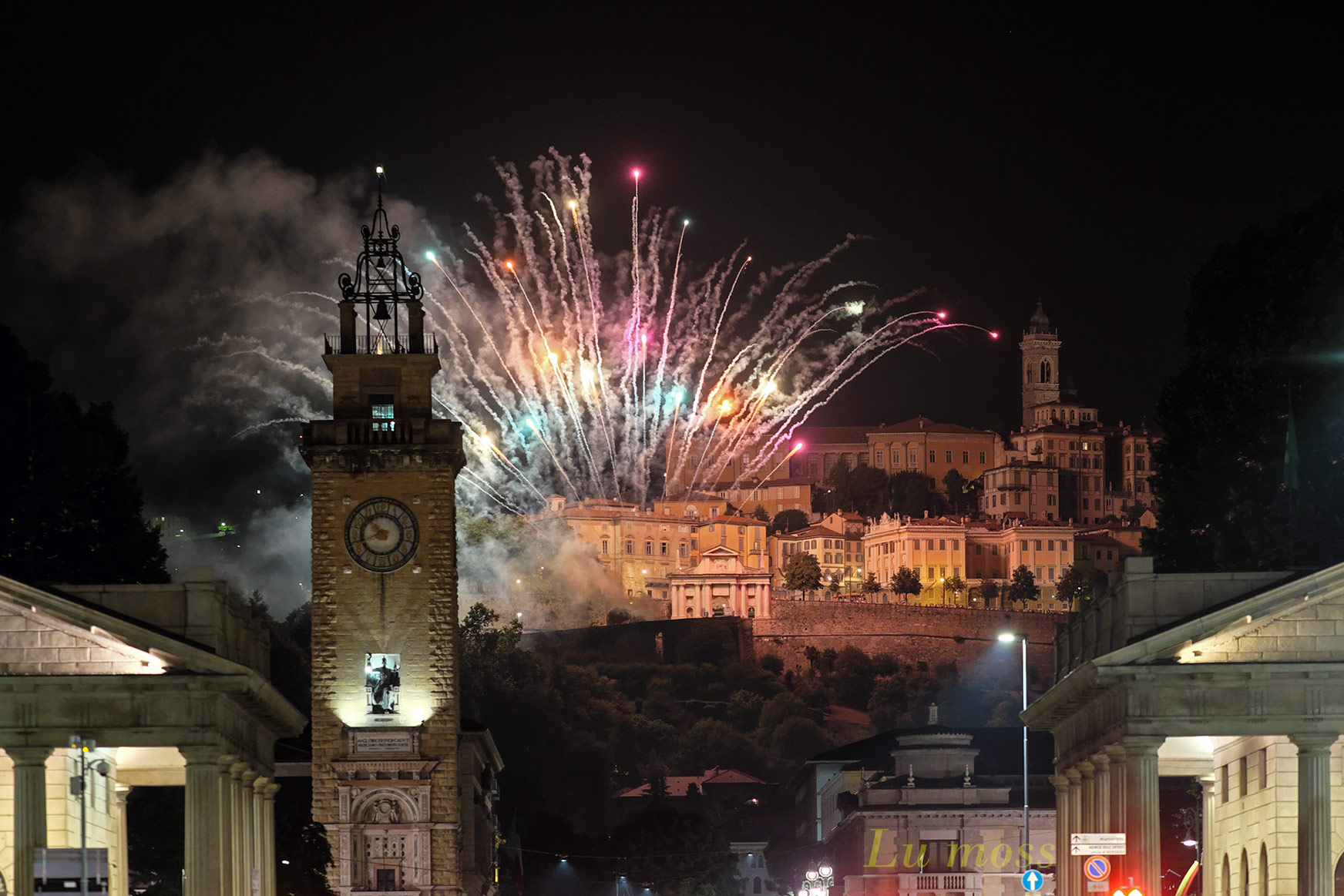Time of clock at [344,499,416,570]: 10:41
